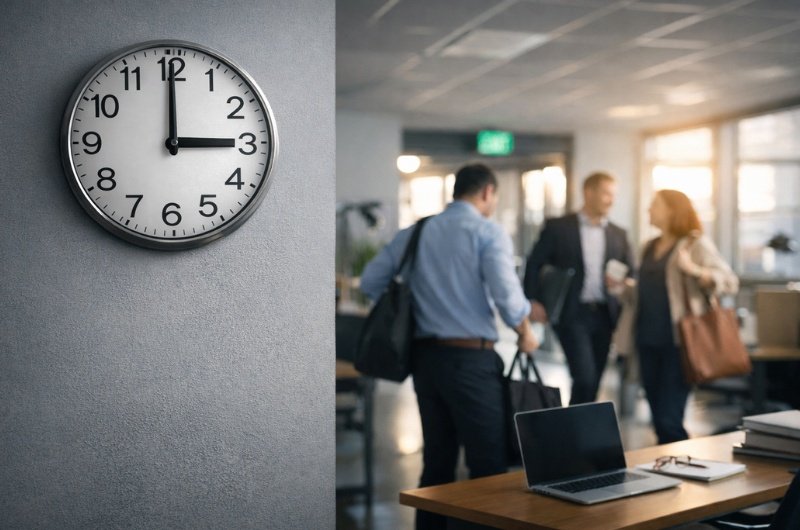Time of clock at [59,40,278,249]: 2:59
